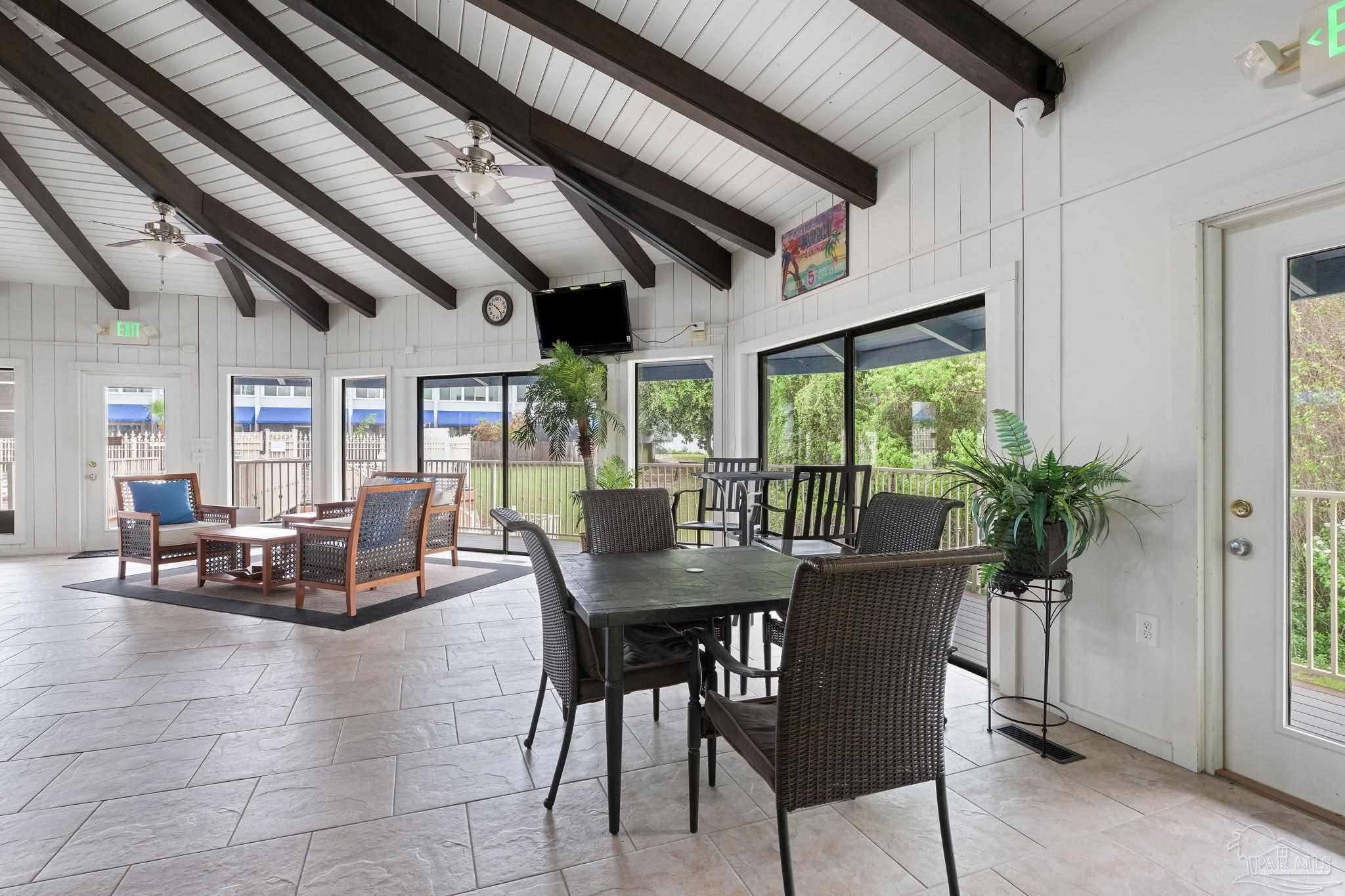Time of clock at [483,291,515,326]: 10:22
